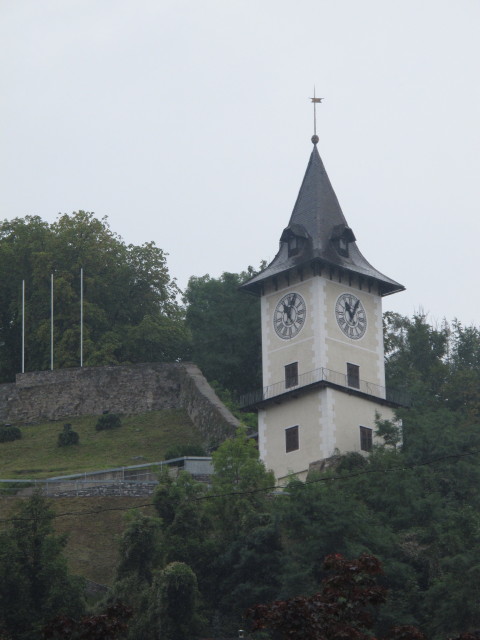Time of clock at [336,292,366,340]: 11:04
